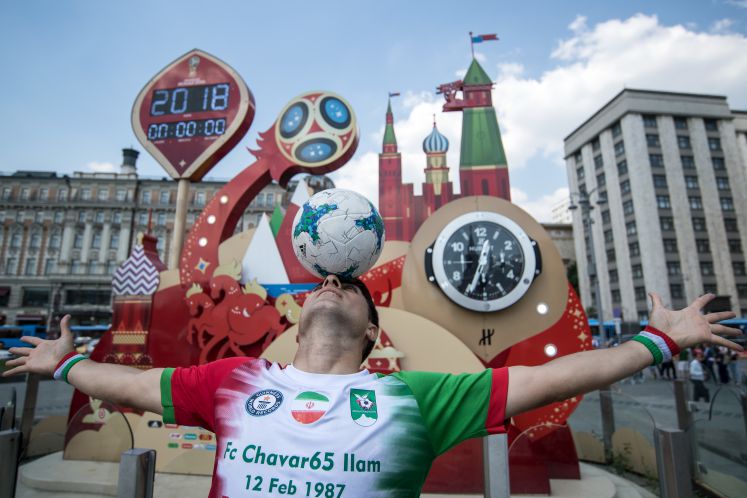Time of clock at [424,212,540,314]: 12:33
